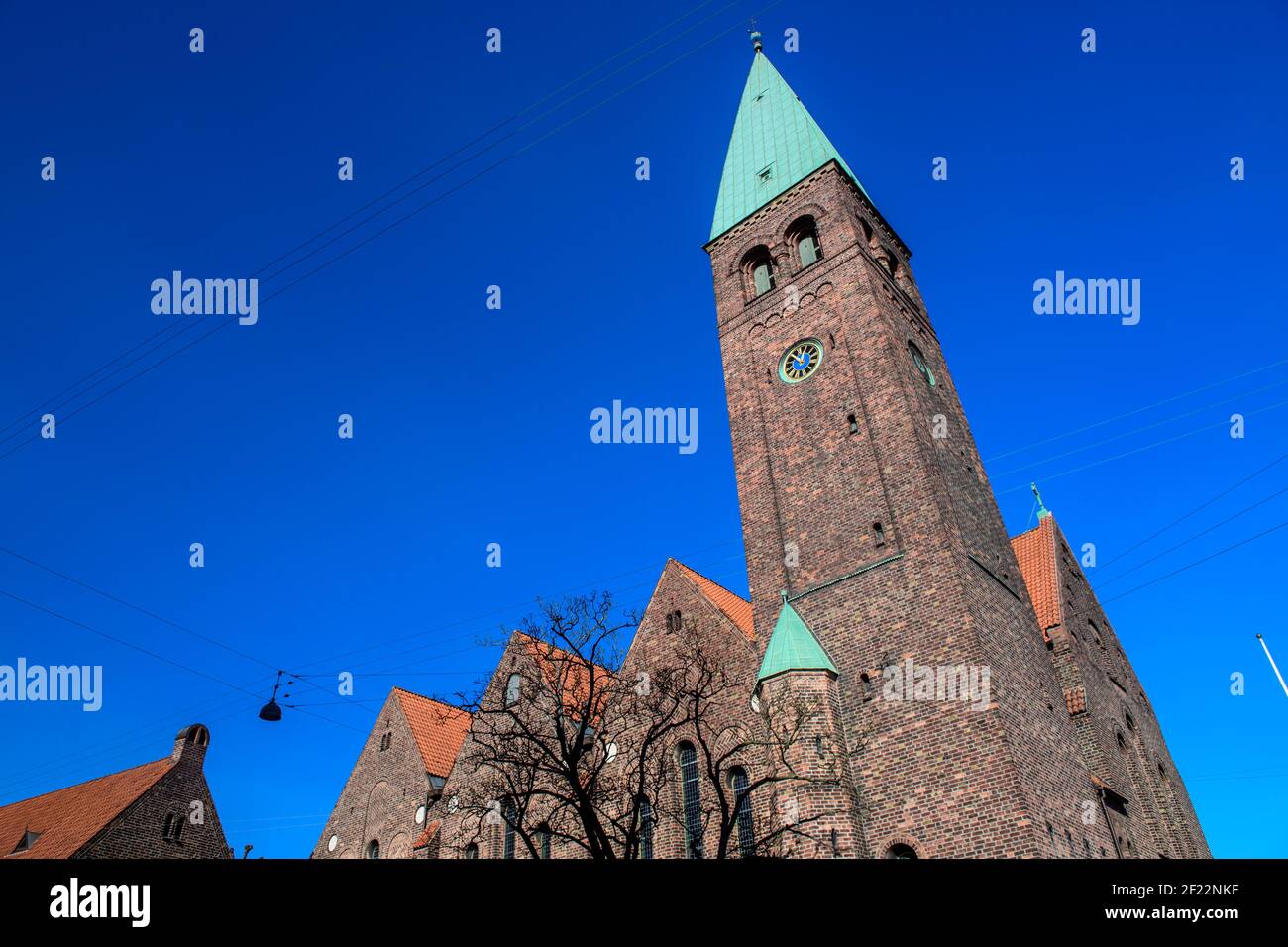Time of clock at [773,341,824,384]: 11:50
